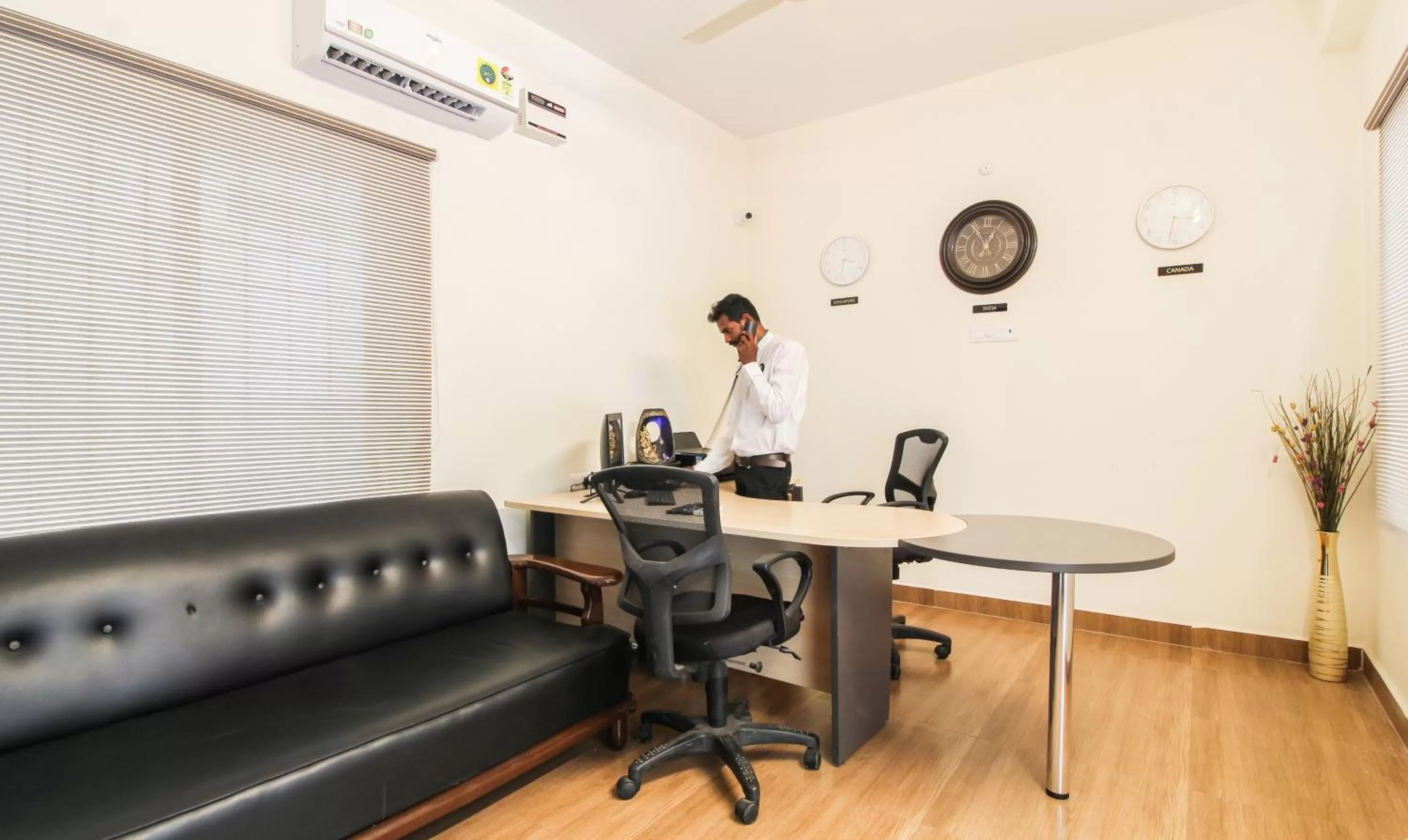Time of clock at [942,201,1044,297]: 12:55
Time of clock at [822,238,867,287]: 3:32
